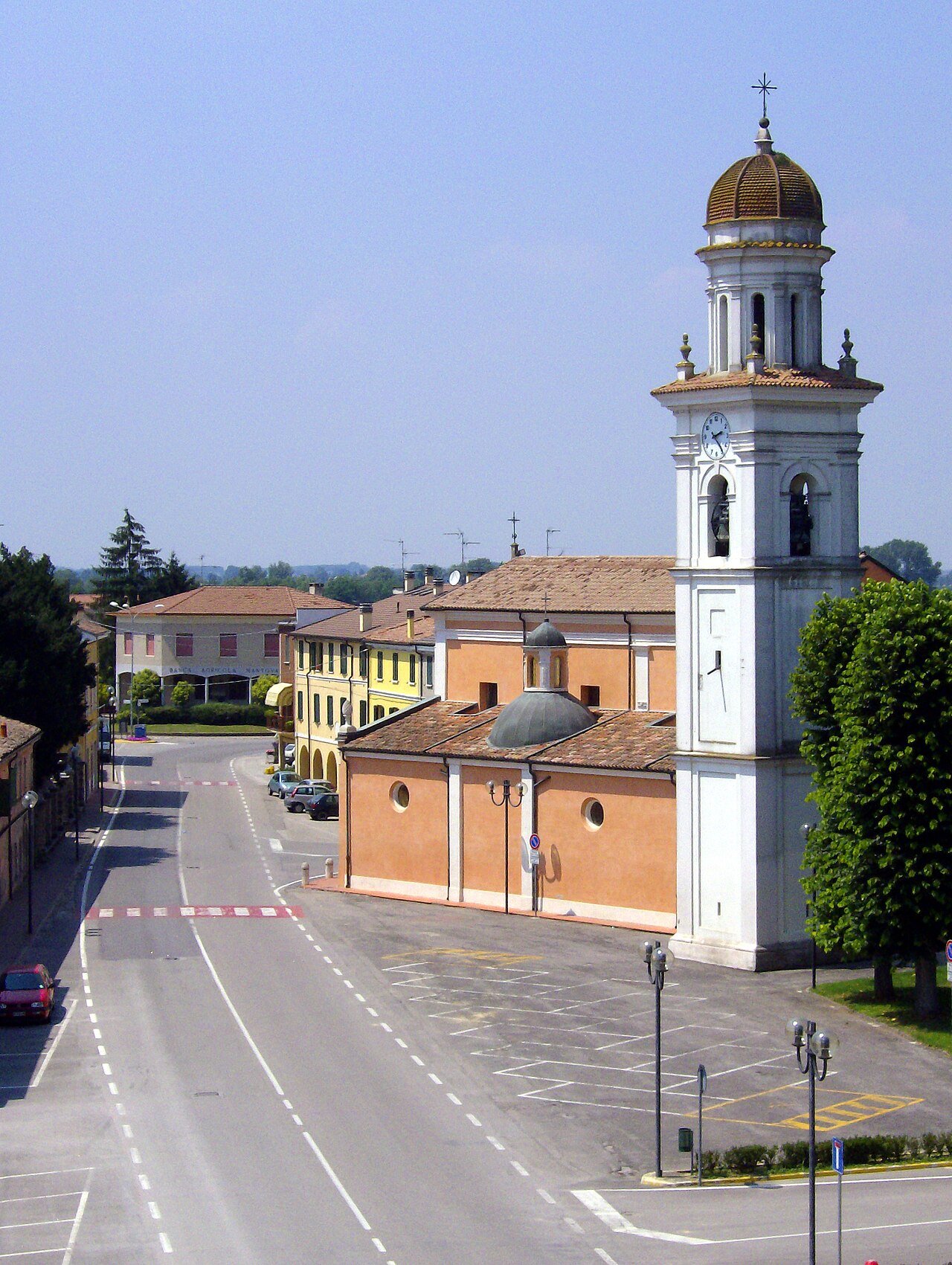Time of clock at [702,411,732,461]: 2:23
